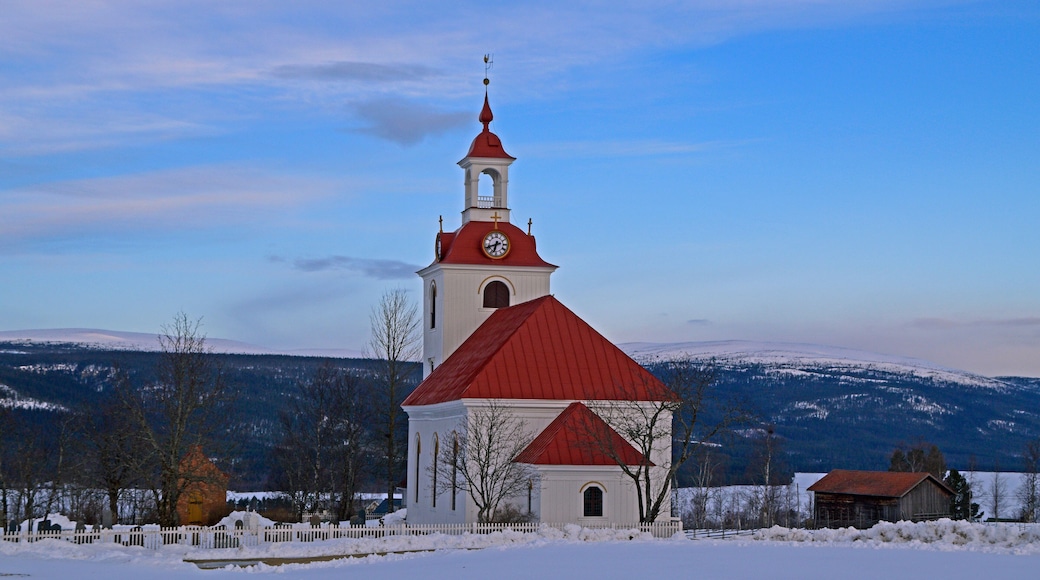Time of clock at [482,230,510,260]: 6:41
